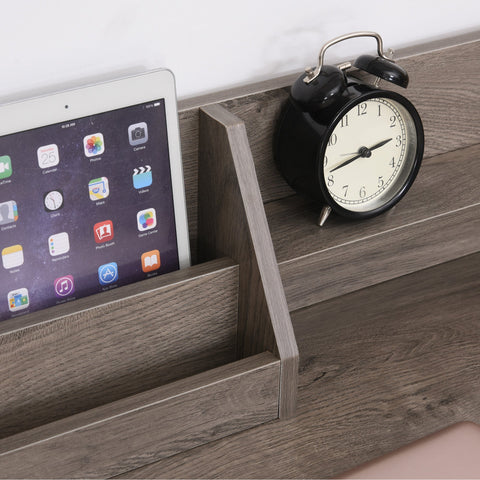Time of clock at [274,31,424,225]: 2:42
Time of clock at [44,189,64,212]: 10:28
